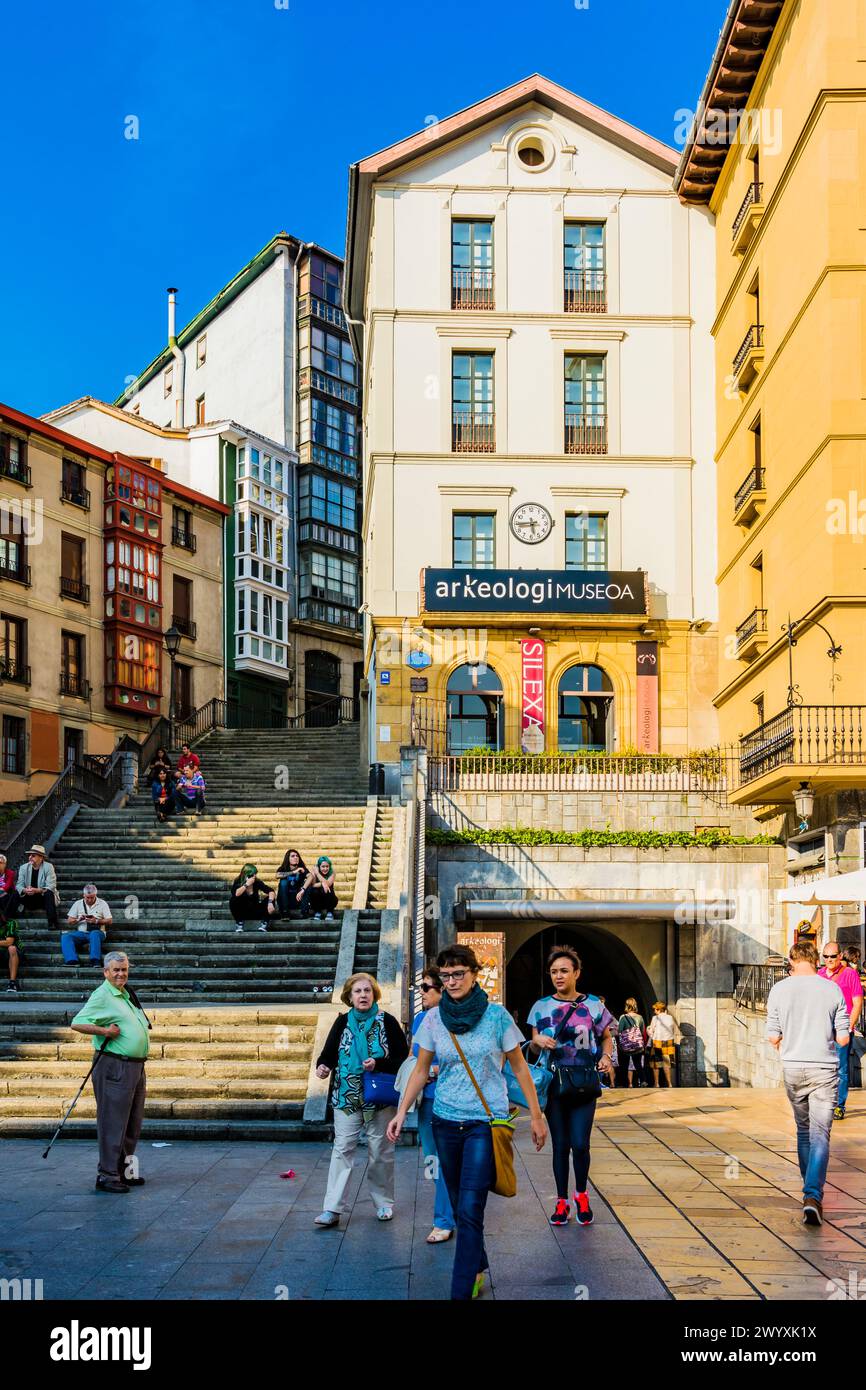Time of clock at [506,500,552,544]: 5:44
